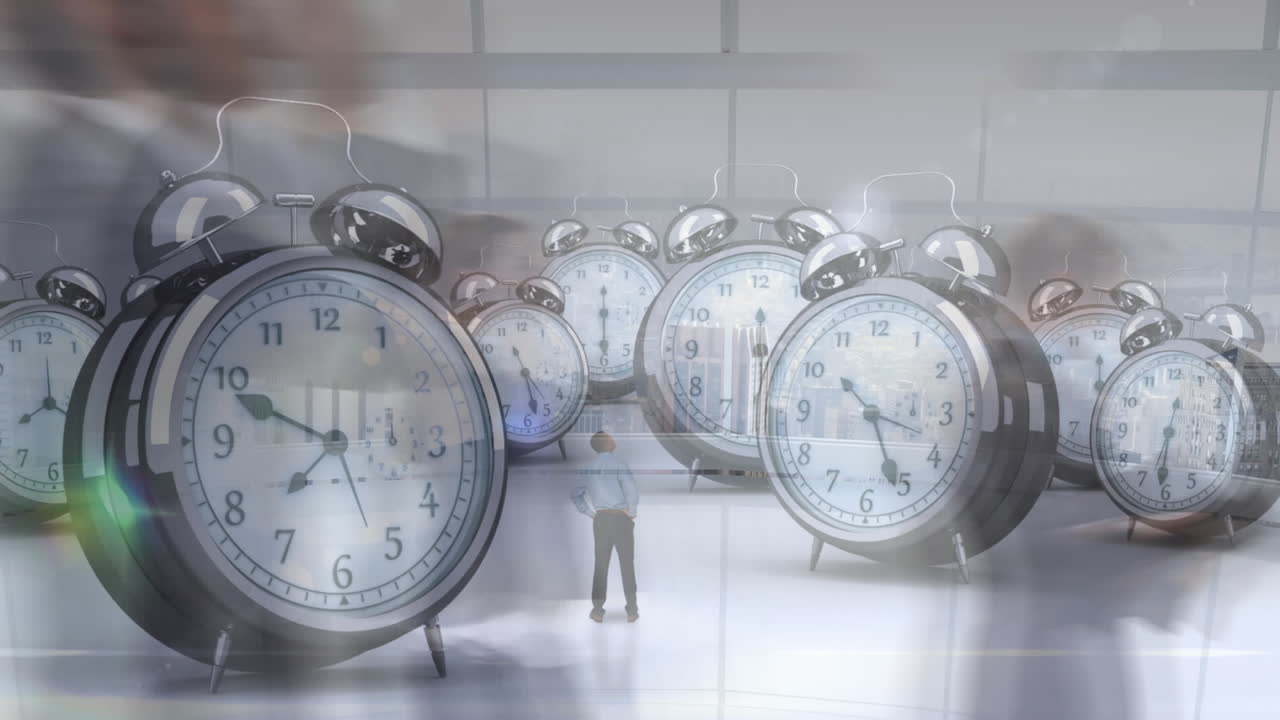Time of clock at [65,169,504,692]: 7:49
